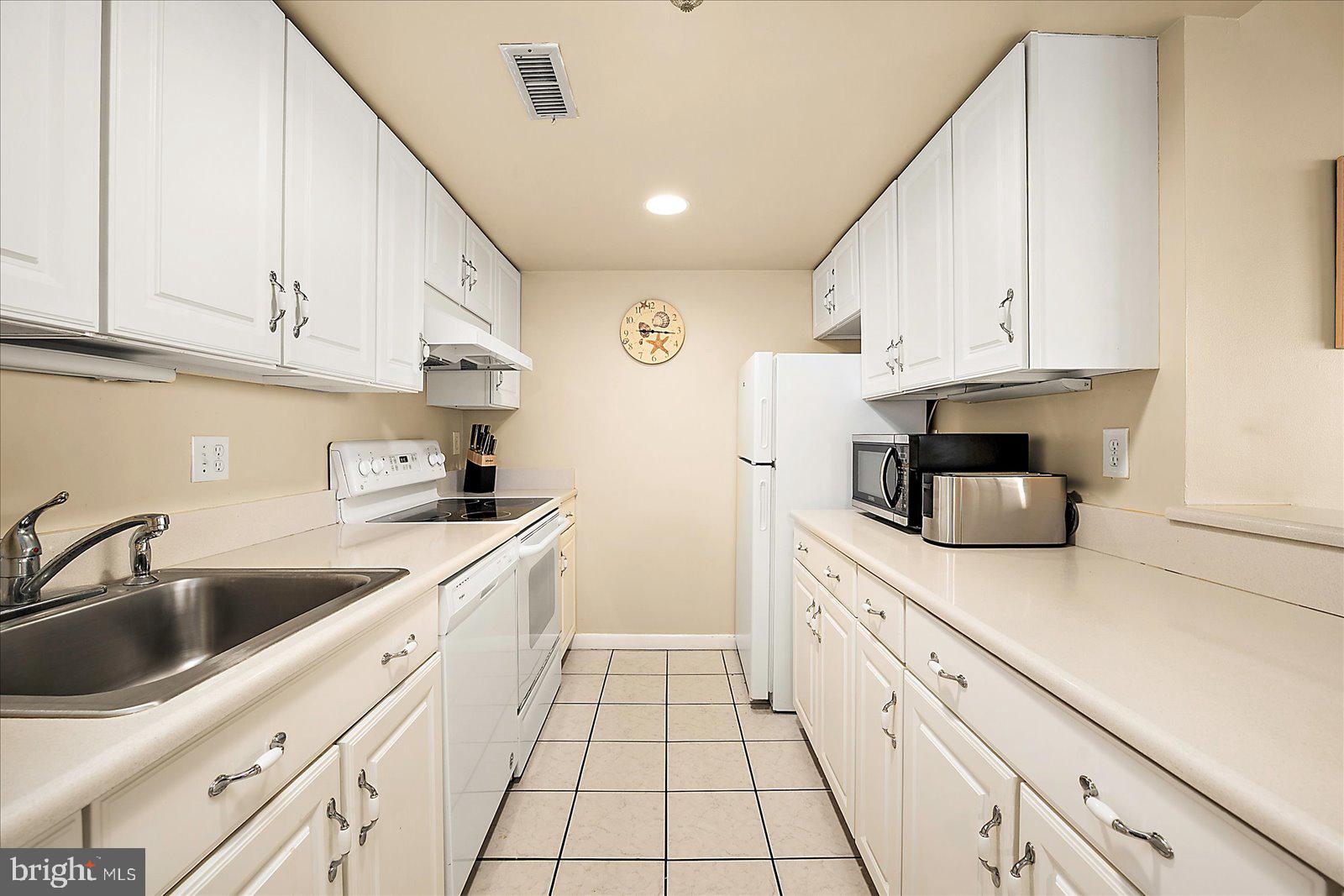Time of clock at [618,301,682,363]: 9:16
